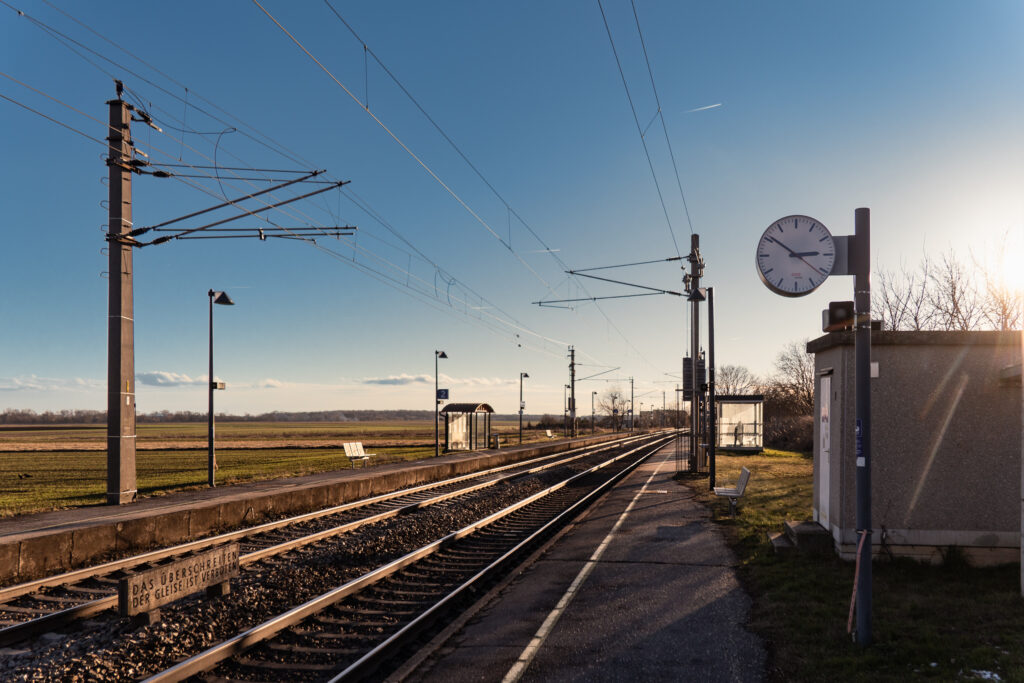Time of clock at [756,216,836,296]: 2:51
